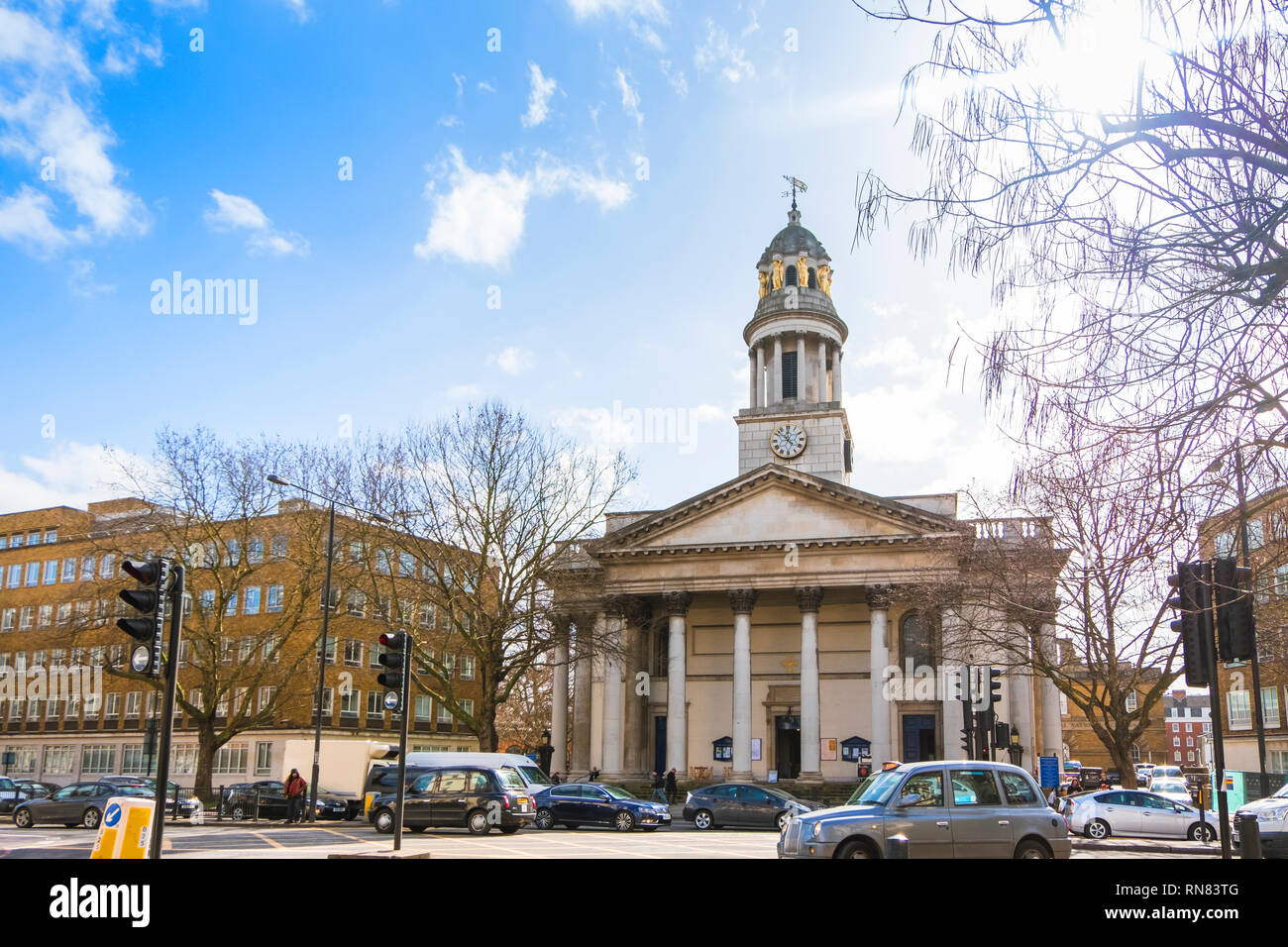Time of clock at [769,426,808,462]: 11:52
